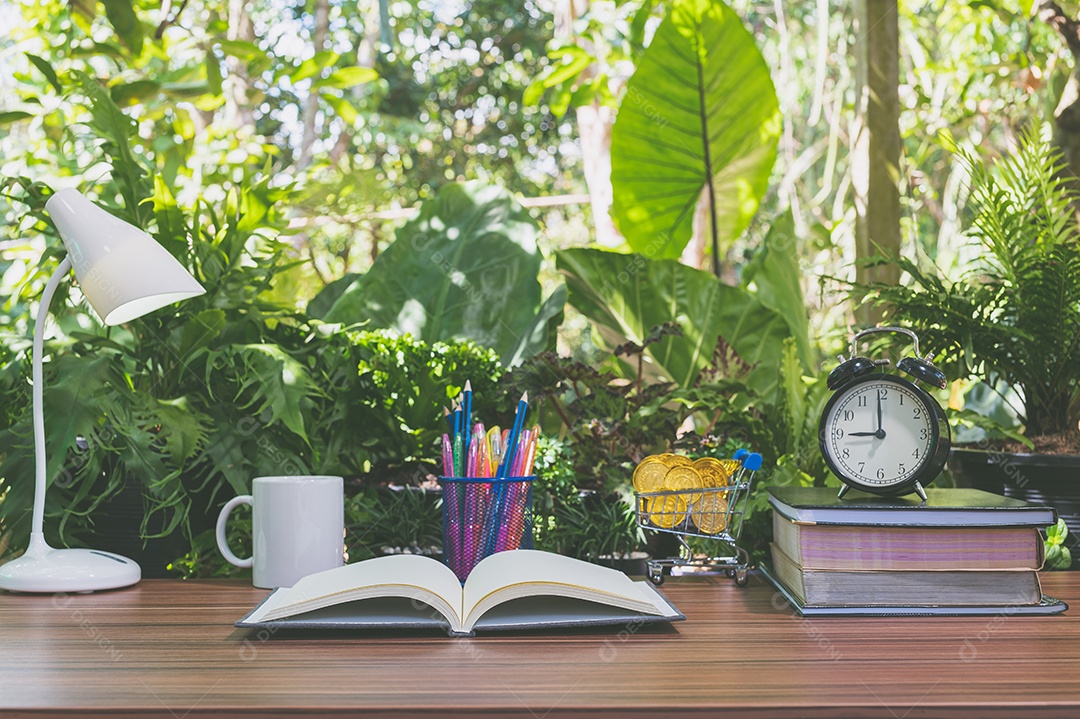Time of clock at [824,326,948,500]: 8:59
